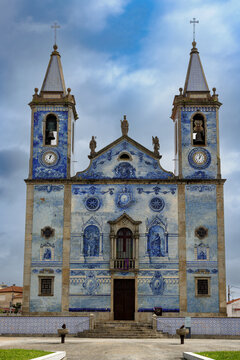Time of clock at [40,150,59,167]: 12:04
